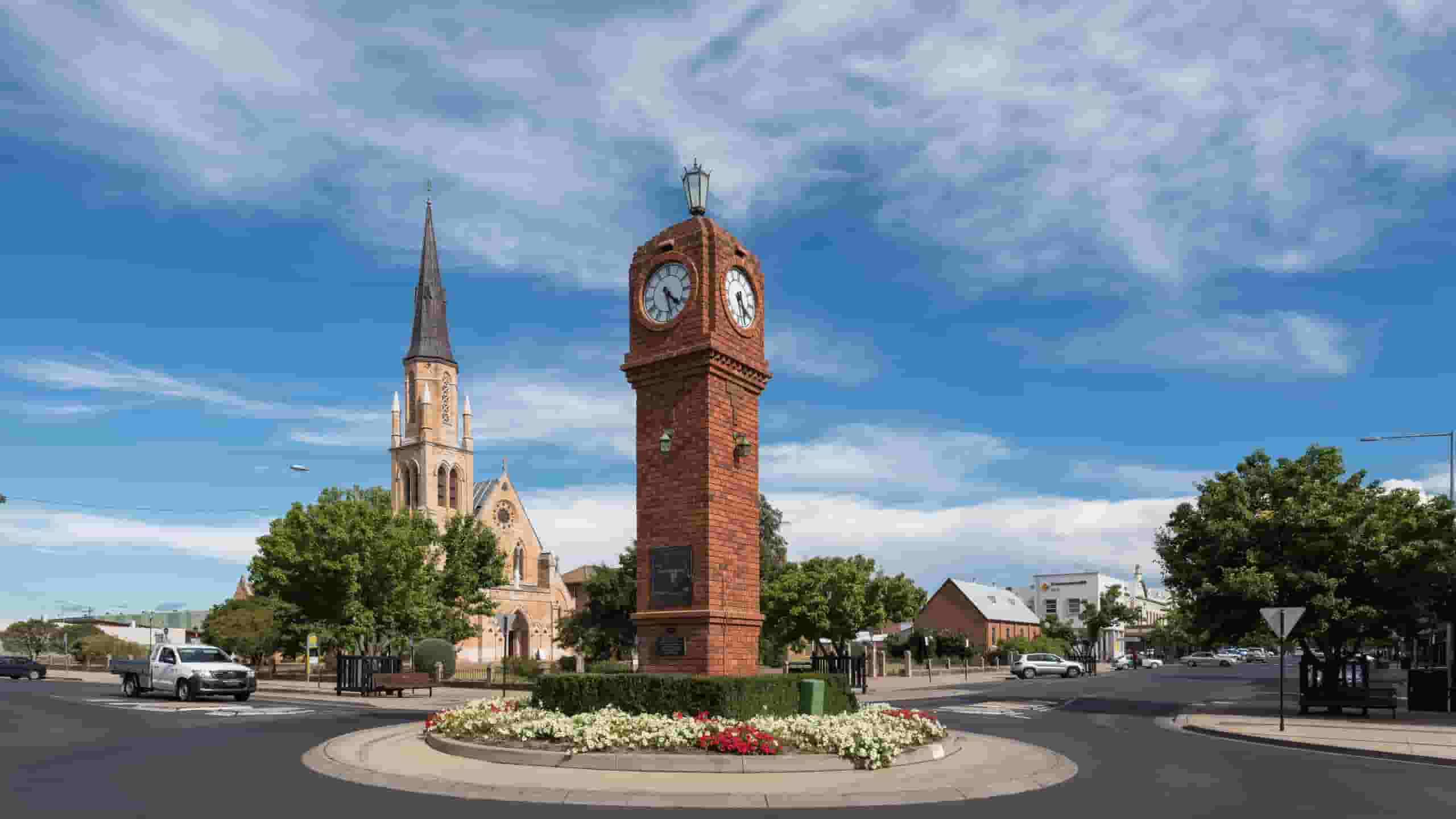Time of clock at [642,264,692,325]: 4:28
